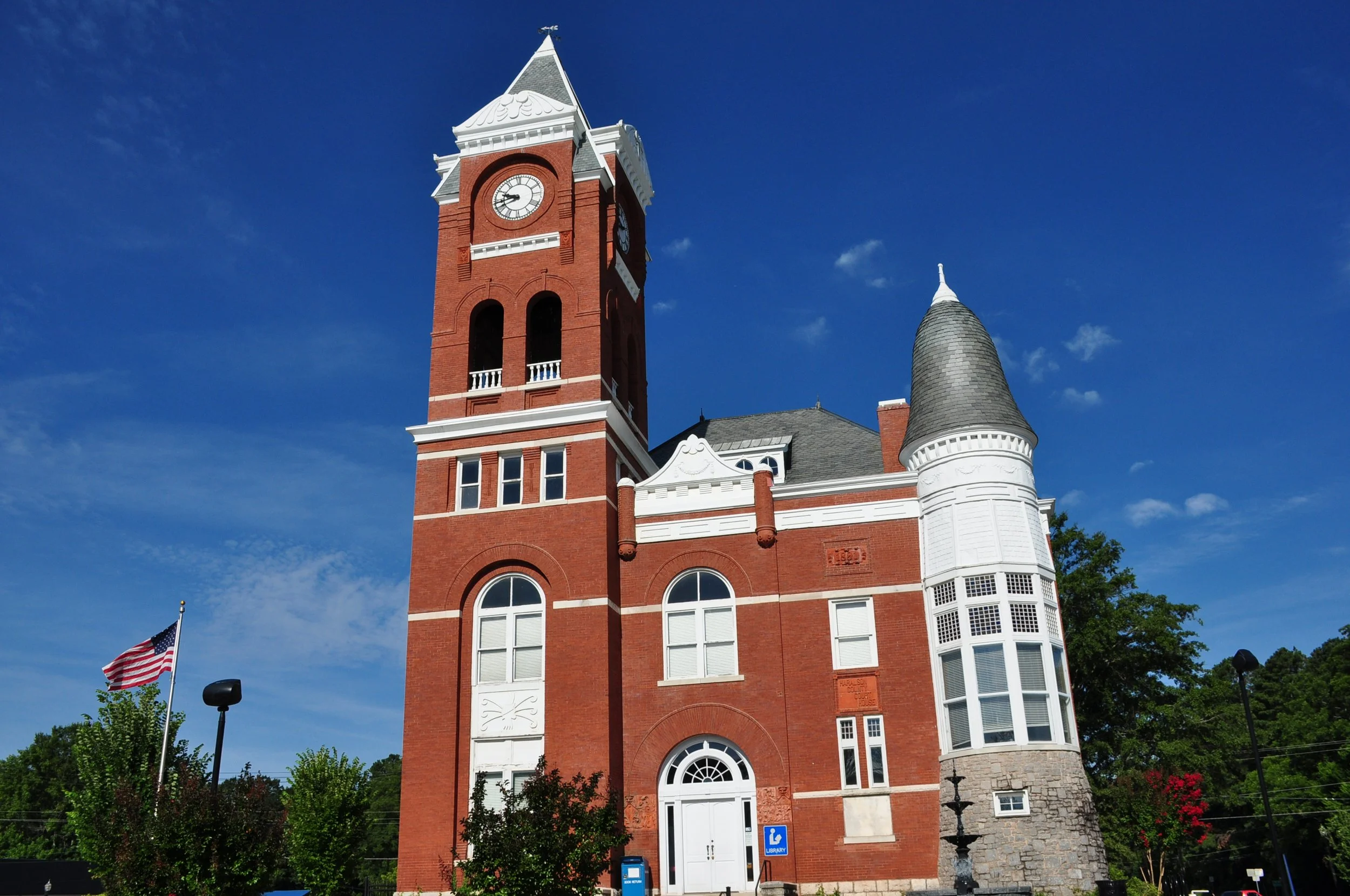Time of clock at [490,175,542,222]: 9:42
